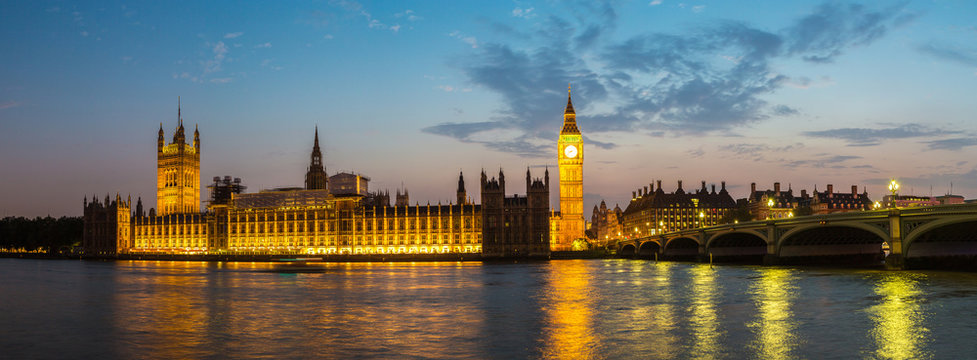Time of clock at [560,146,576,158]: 8:38
